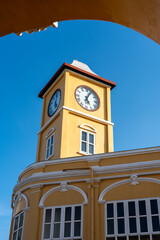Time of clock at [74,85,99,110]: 5:04
